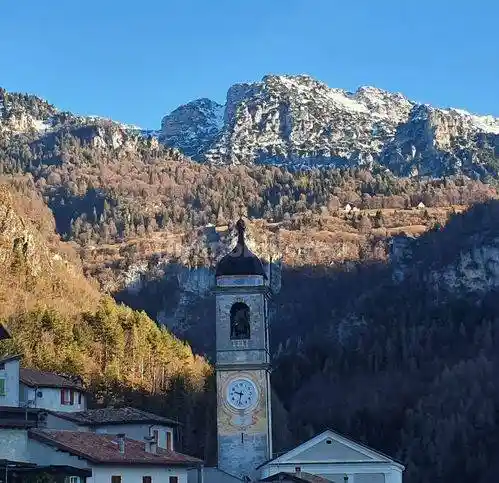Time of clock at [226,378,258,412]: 9:32
